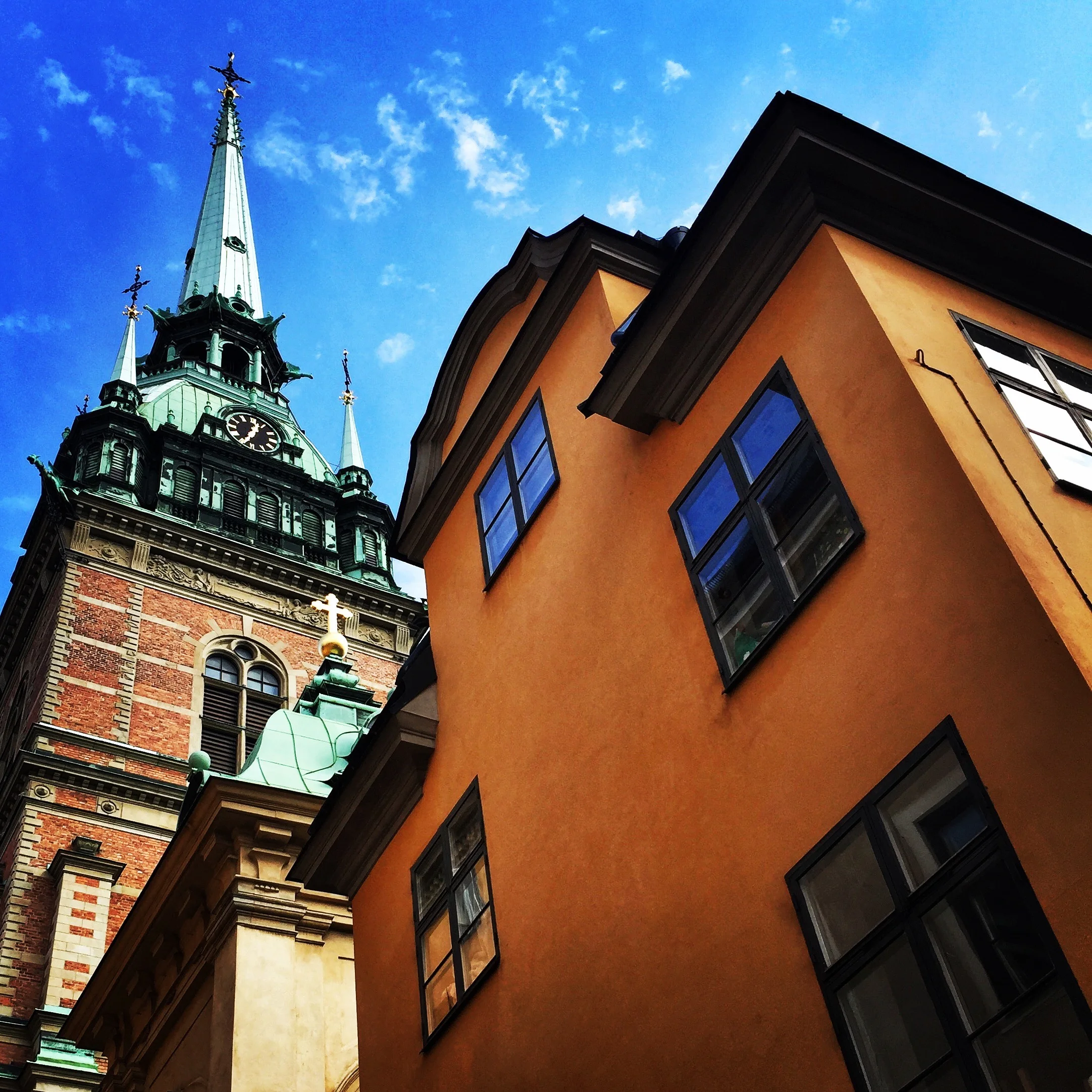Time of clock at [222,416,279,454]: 12:34
